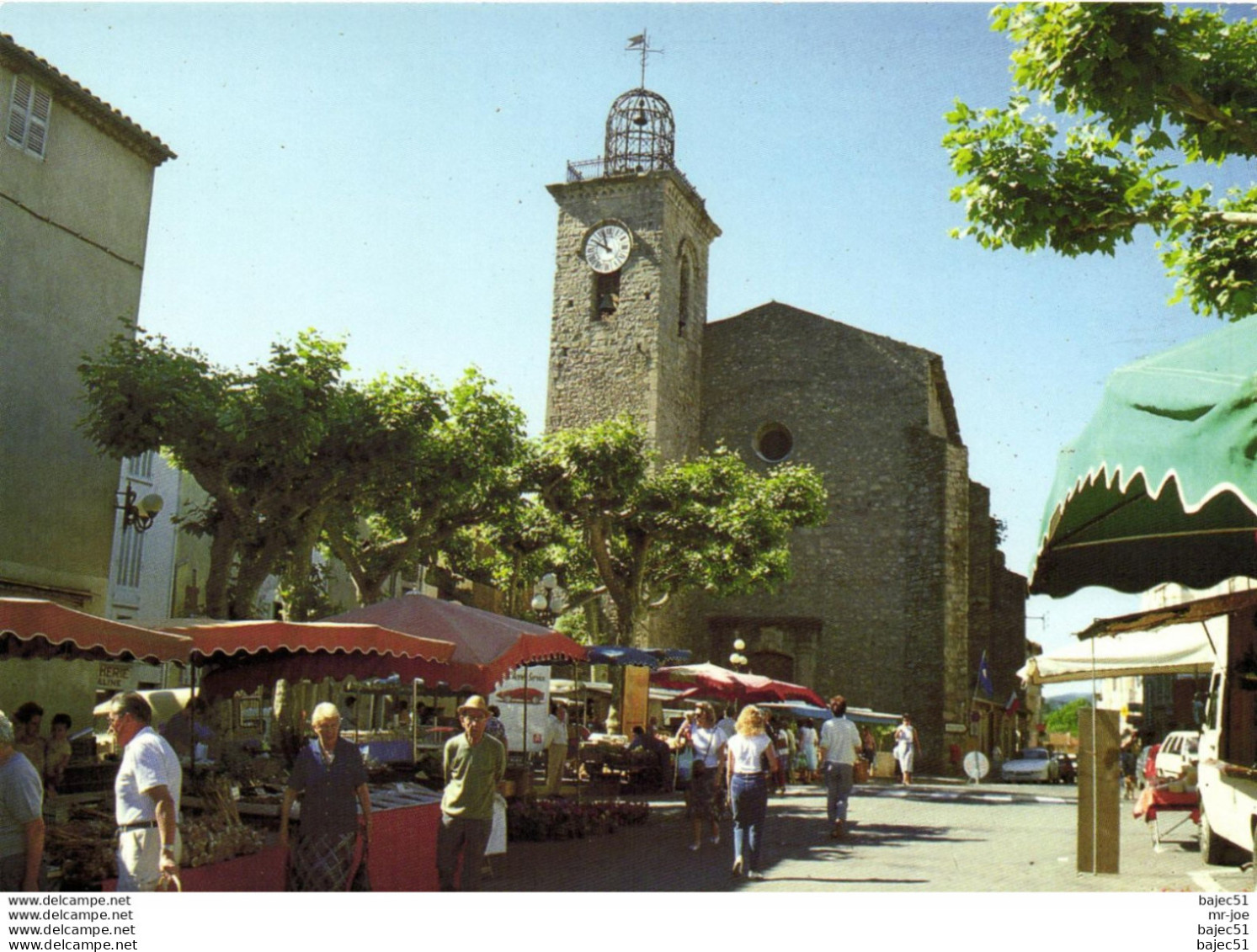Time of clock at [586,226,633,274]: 9:57
